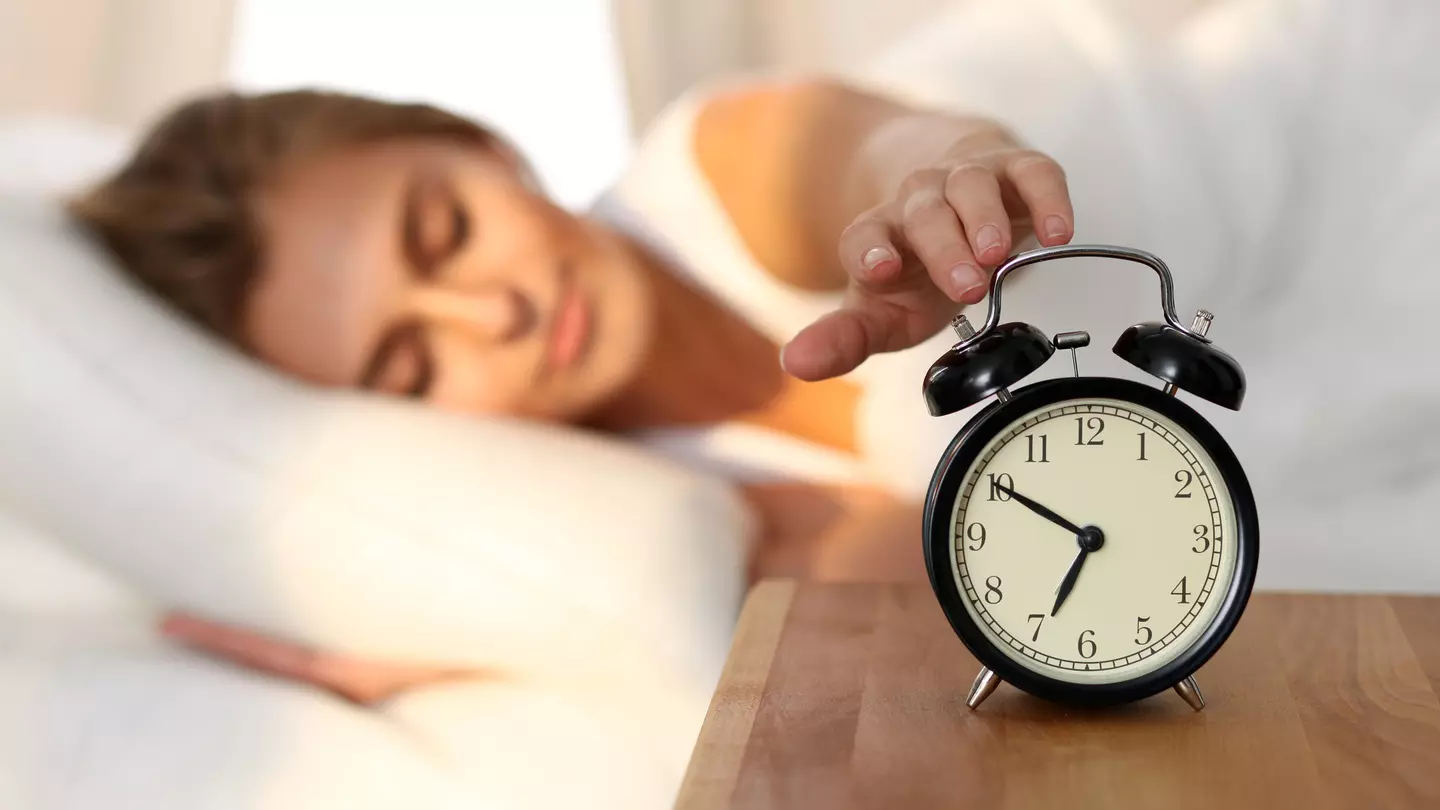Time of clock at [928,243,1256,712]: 6:50
